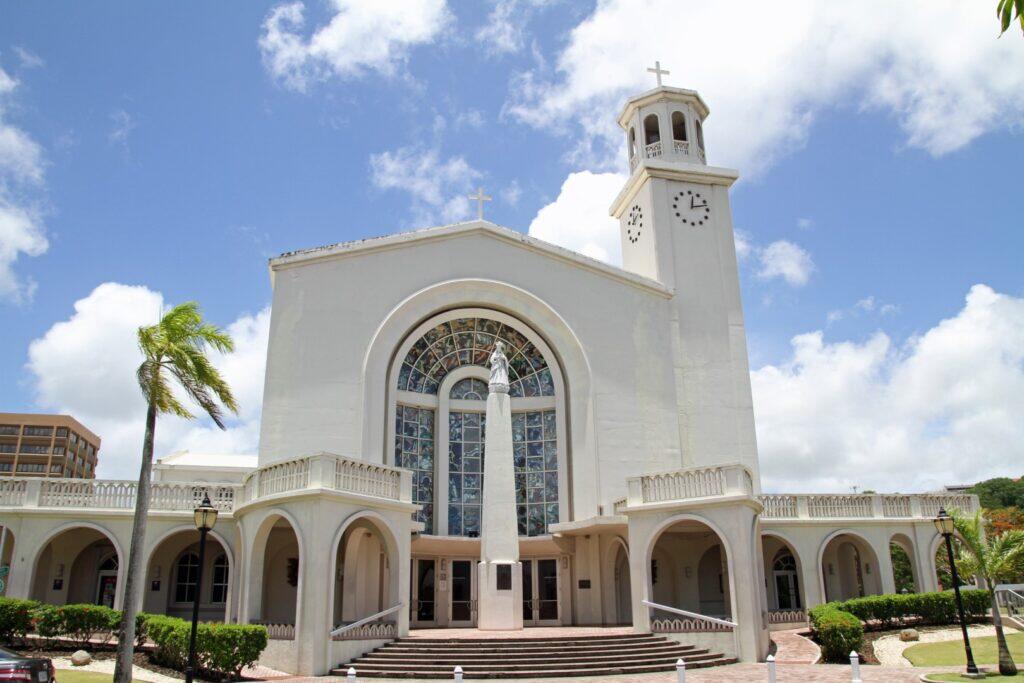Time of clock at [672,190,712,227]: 12:12
